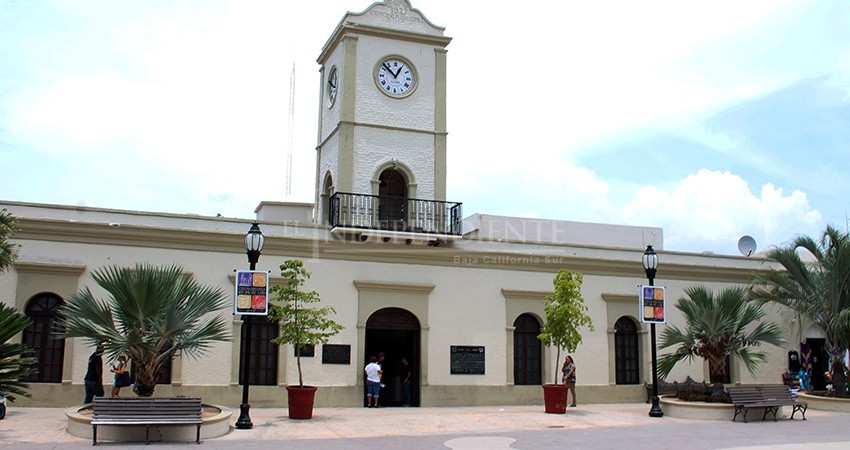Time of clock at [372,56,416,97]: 12:52
